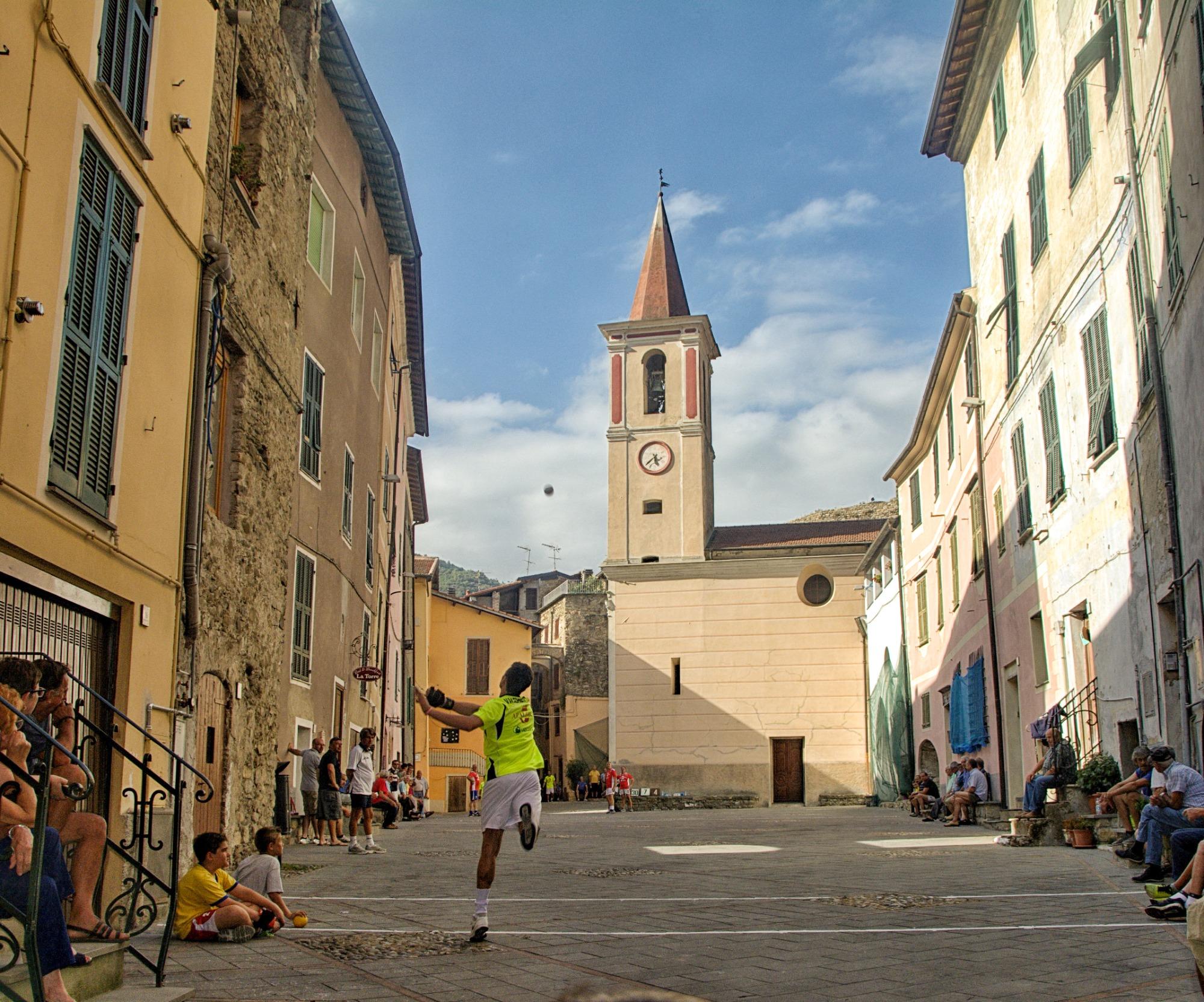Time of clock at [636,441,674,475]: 5:38
